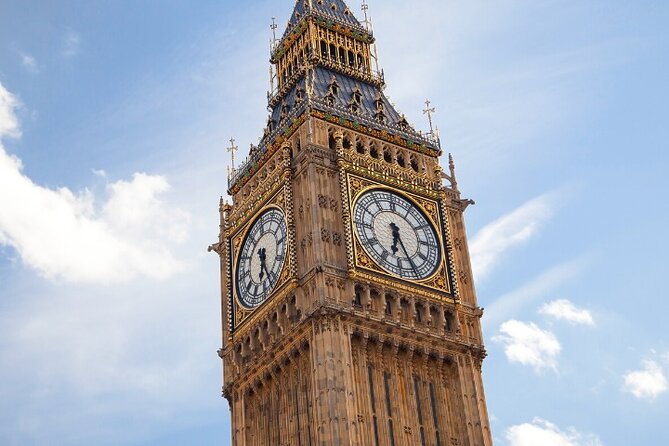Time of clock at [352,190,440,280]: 6:25
